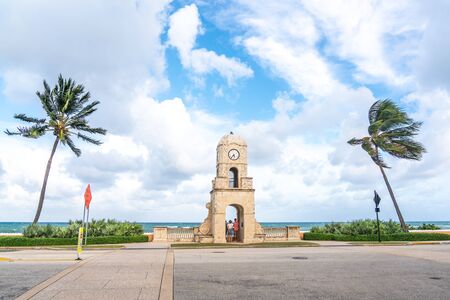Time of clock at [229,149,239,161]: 5:36
